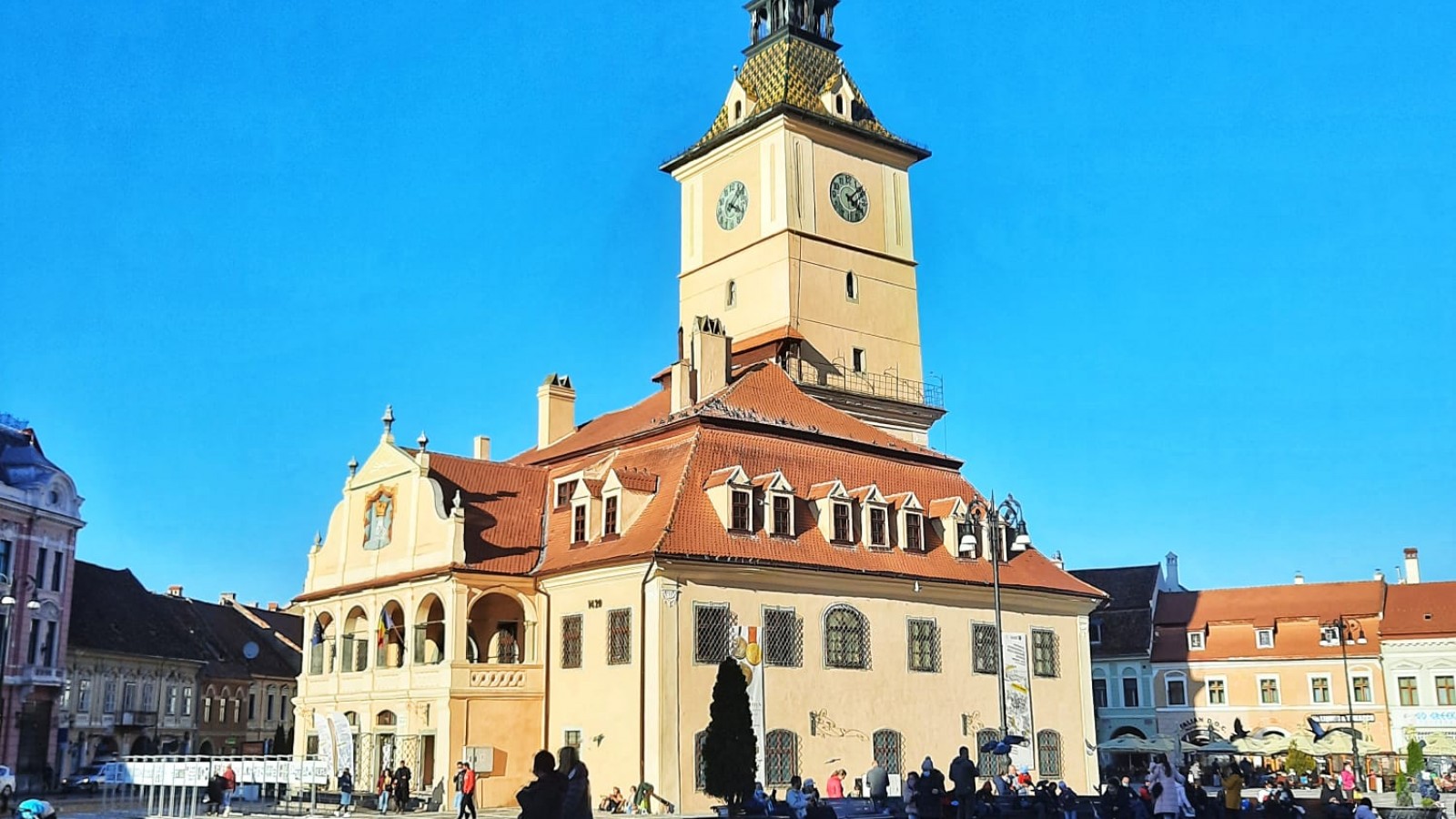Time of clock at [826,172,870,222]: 4:08
